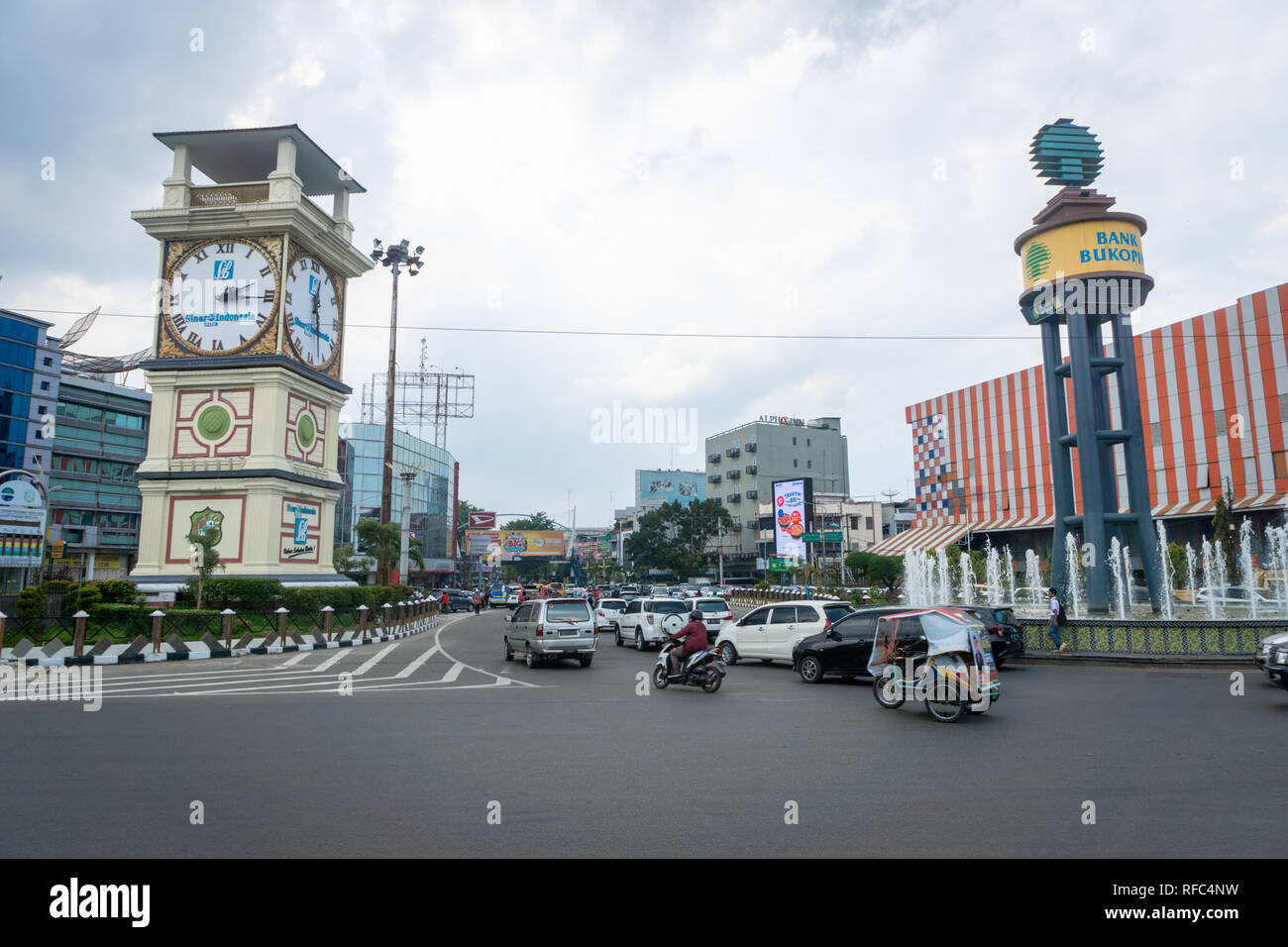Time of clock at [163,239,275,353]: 2:15
